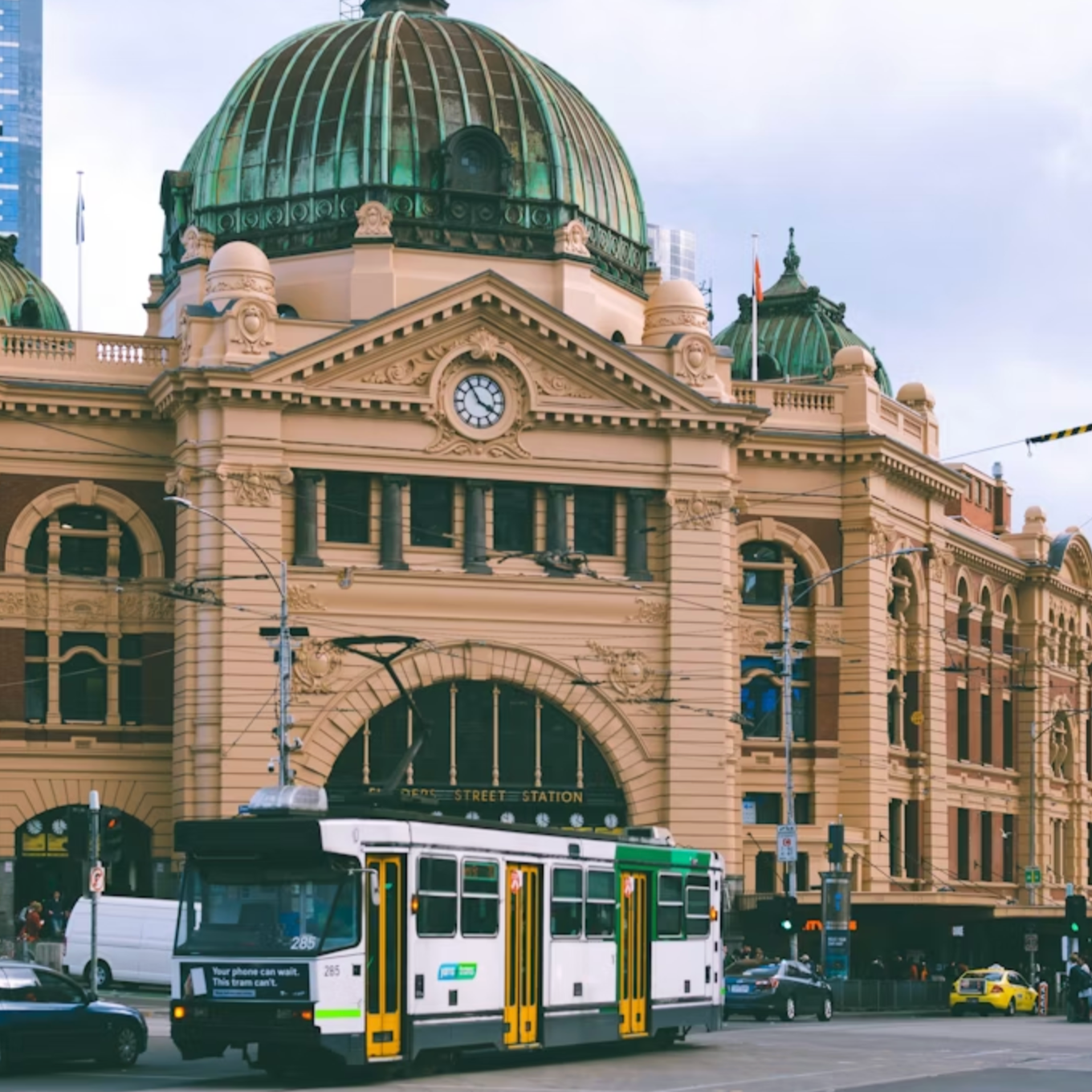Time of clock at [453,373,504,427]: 3:54
